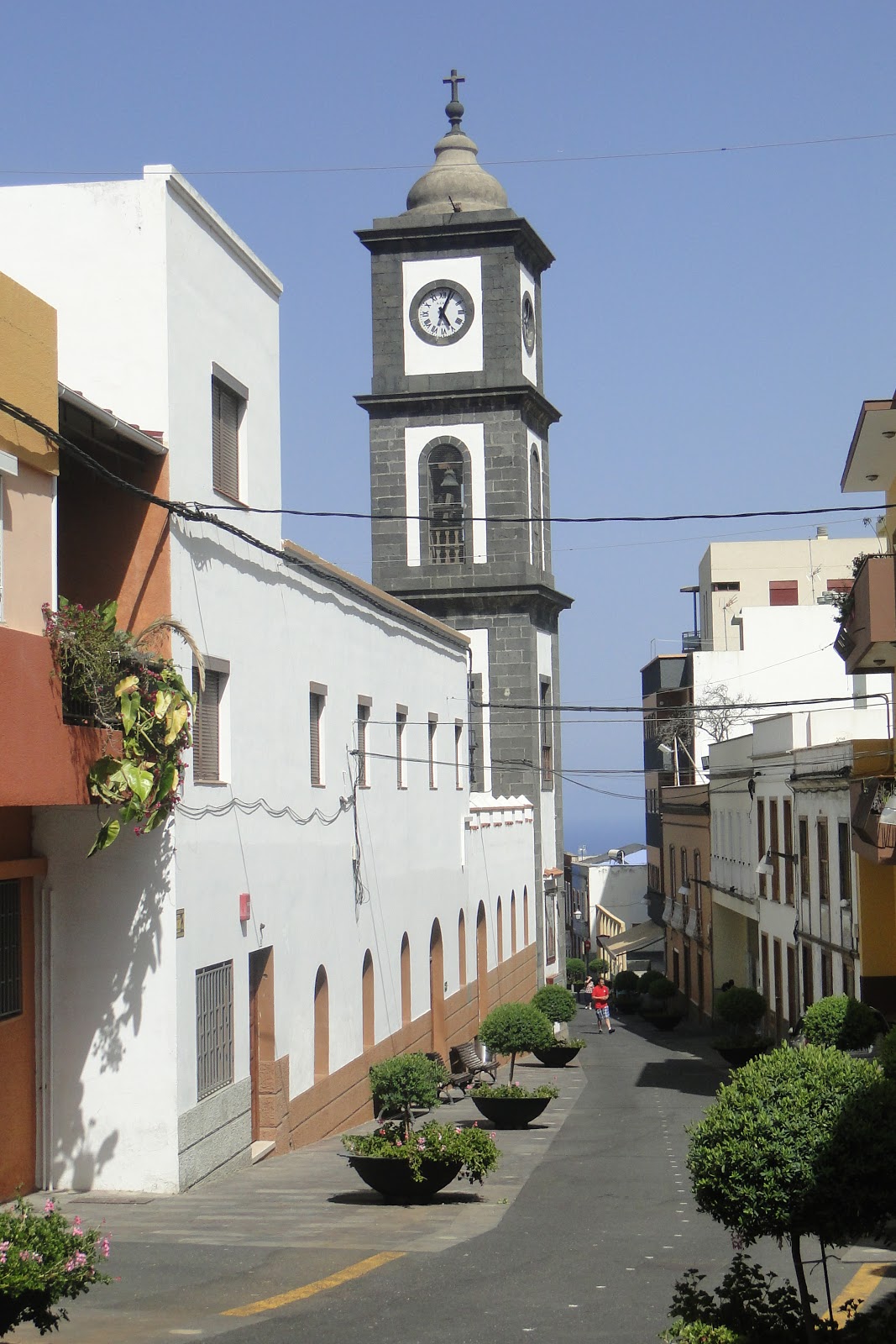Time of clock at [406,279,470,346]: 5:03
